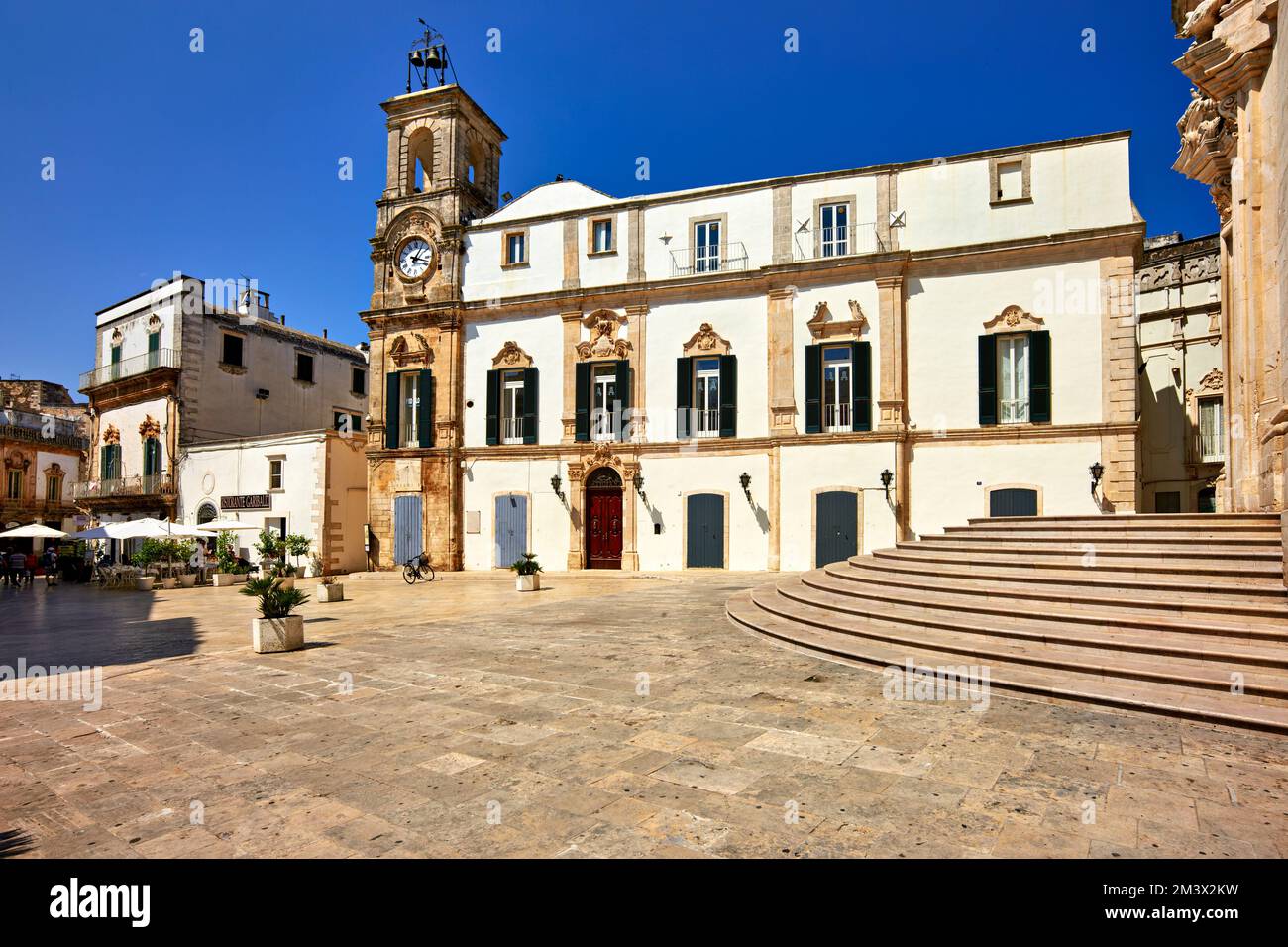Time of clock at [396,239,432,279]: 1:18
